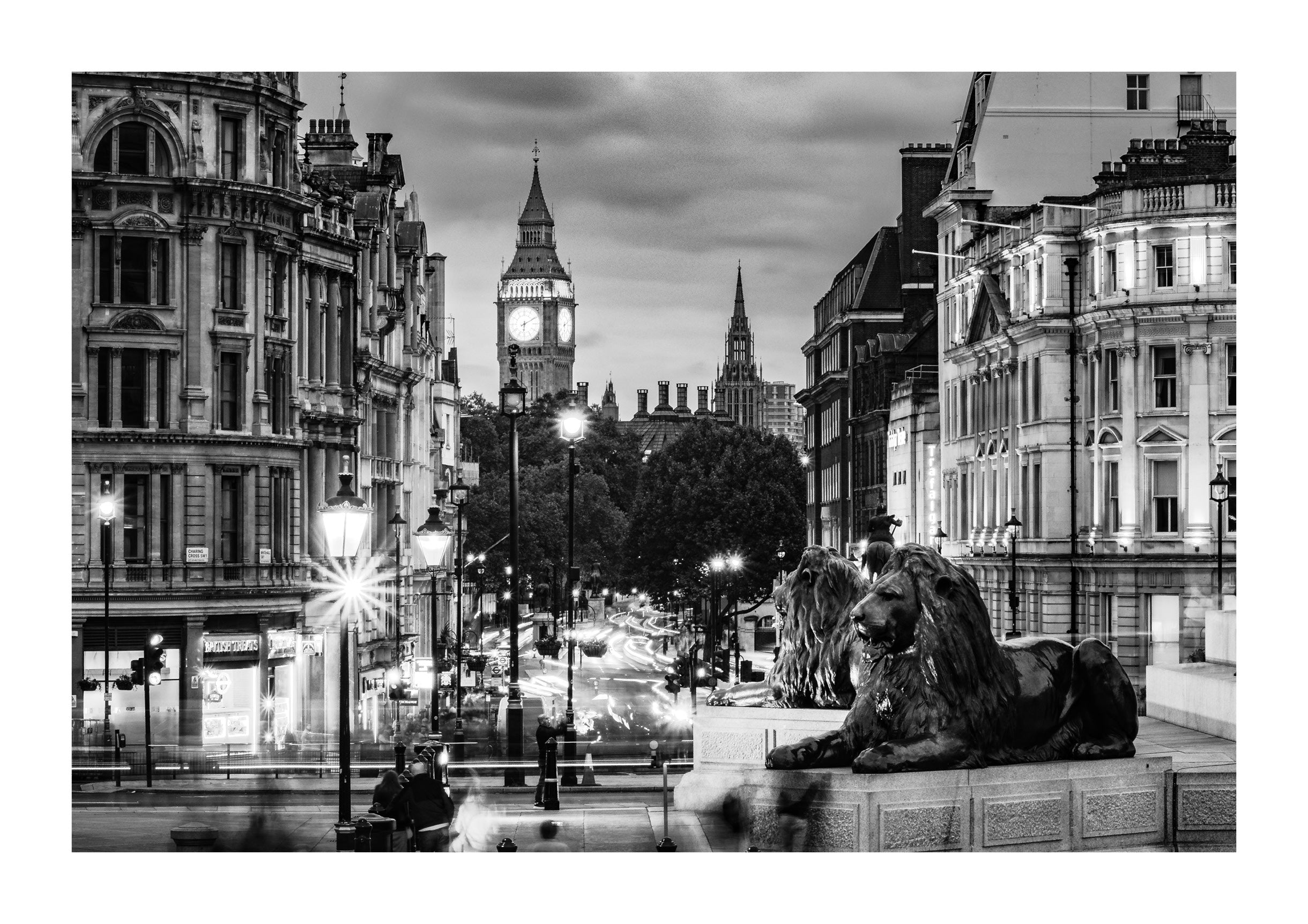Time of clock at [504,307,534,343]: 6:10
